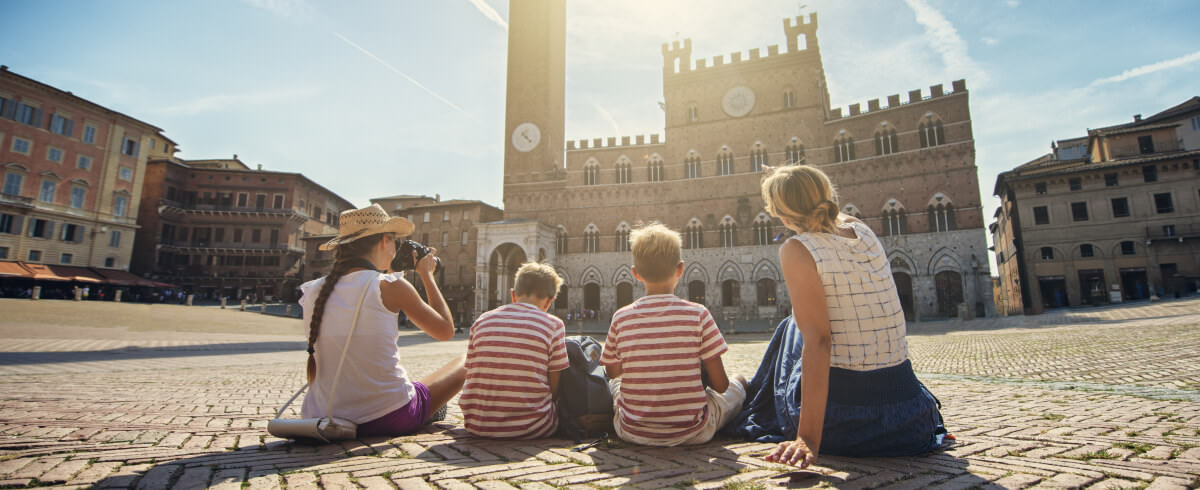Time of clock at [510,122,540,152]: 4:22
